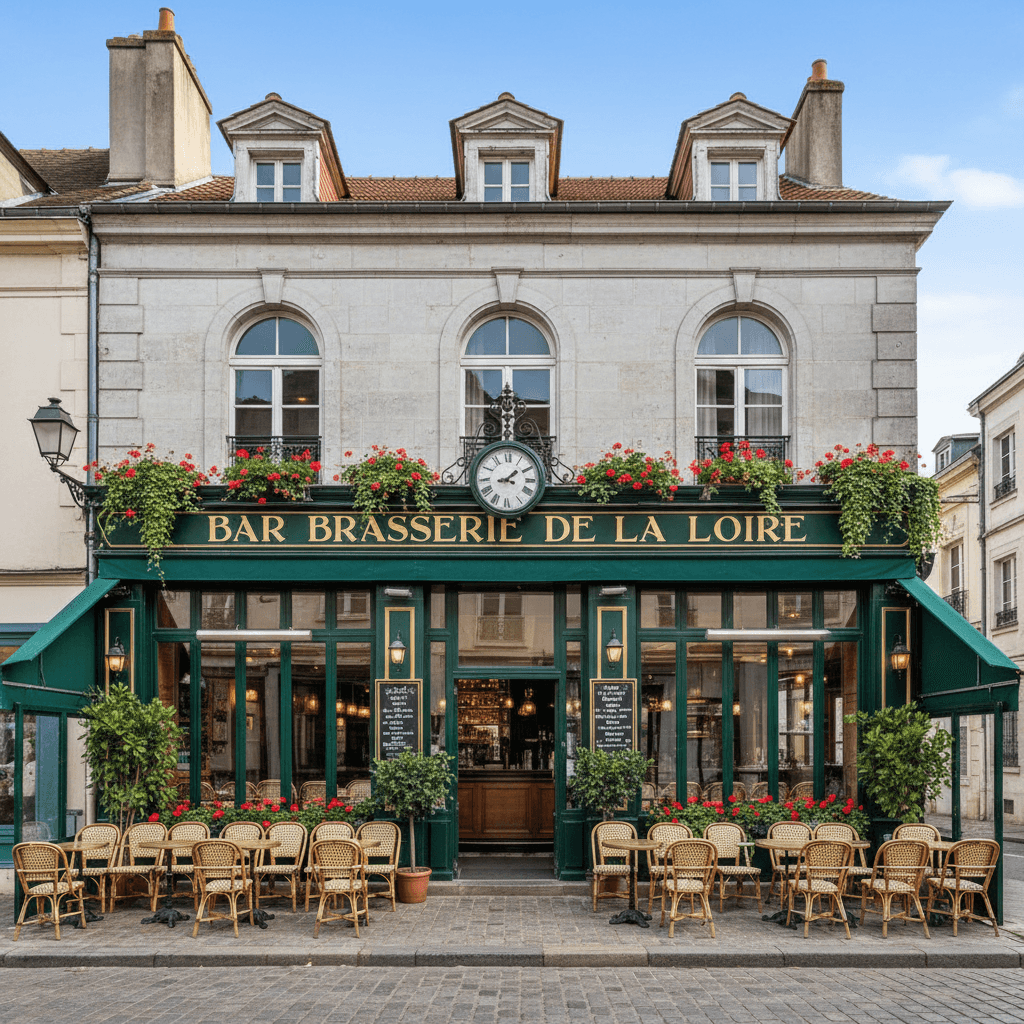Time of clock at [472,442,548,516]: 1:43
